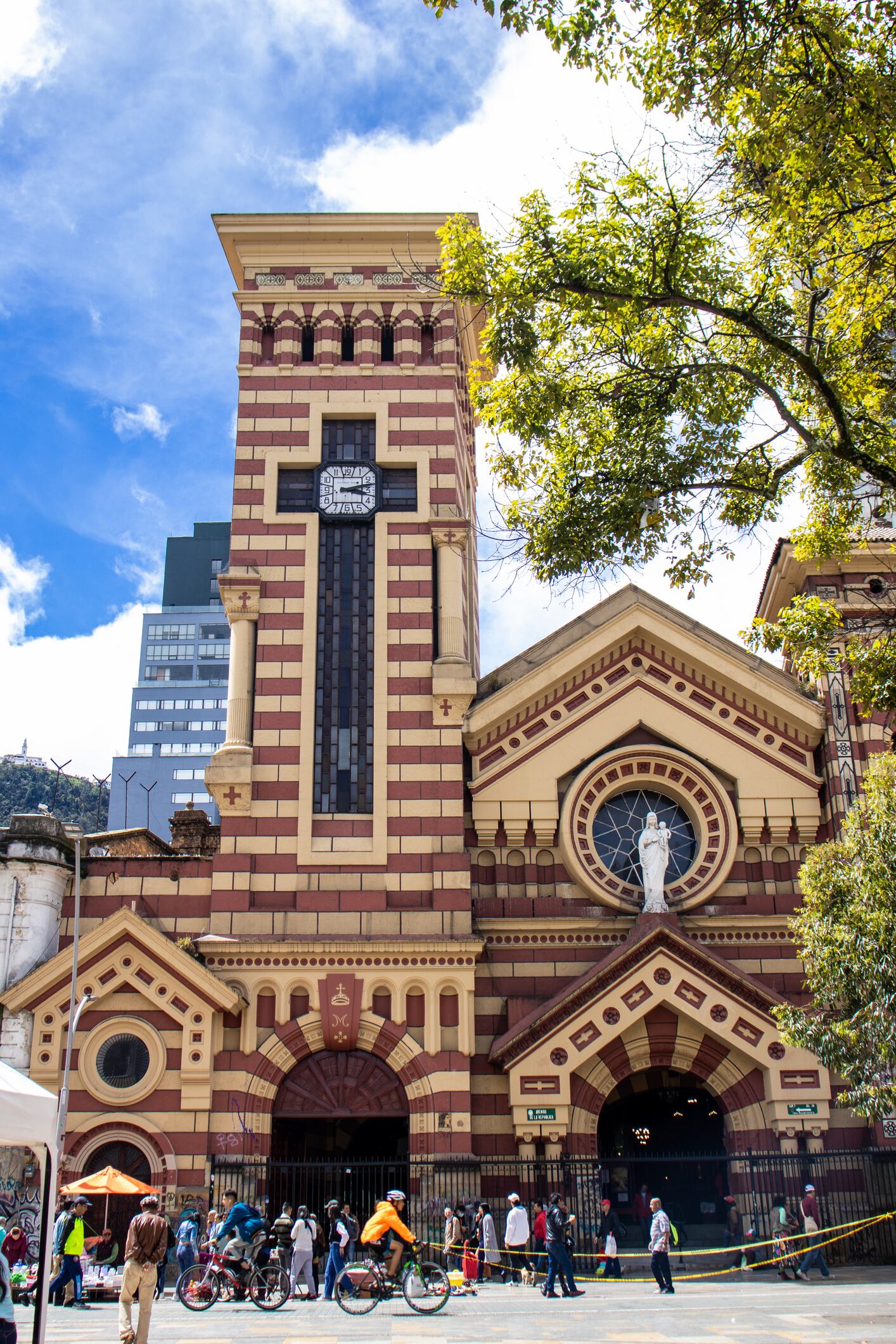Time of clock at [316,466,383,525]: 3:12
